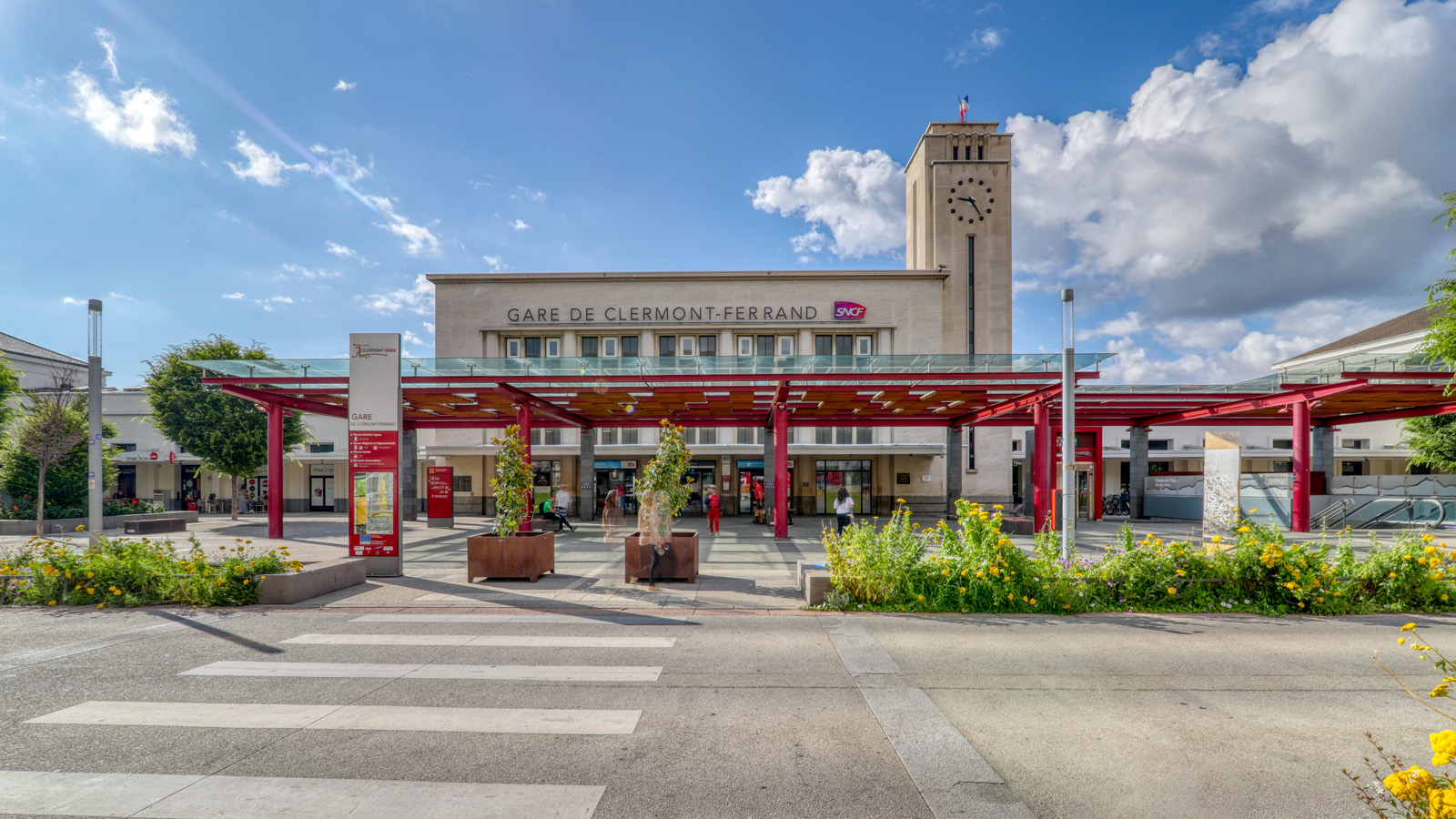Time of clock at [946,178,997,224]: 9:24
